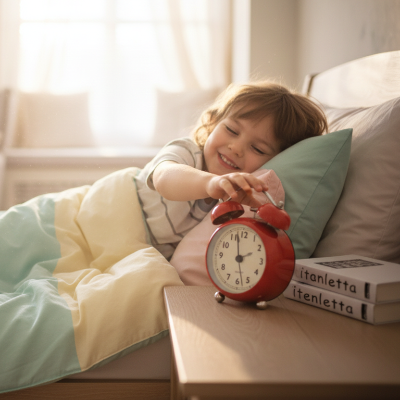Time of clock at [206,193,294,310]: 1:58
